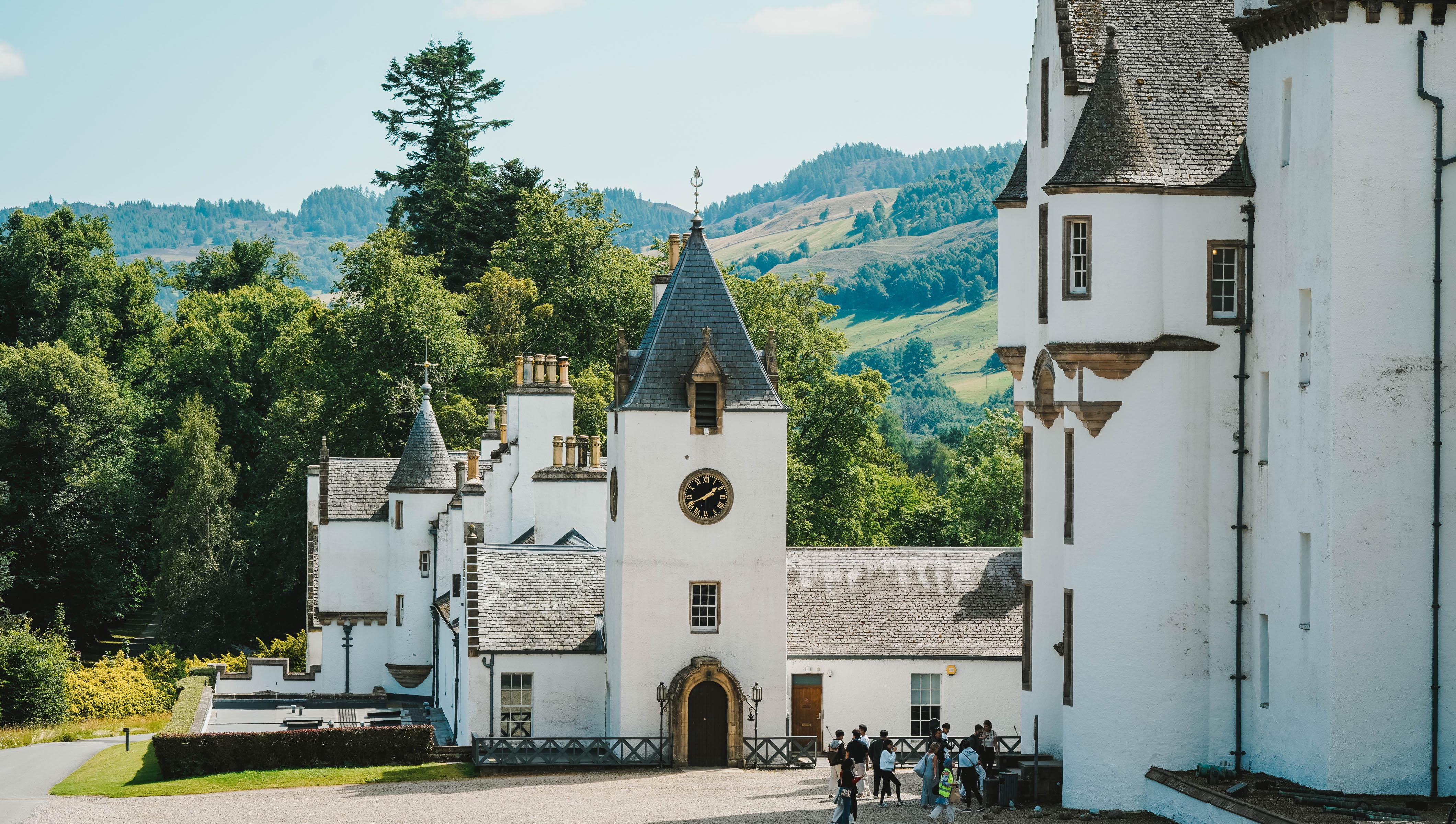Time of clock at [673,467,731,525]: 1:41
